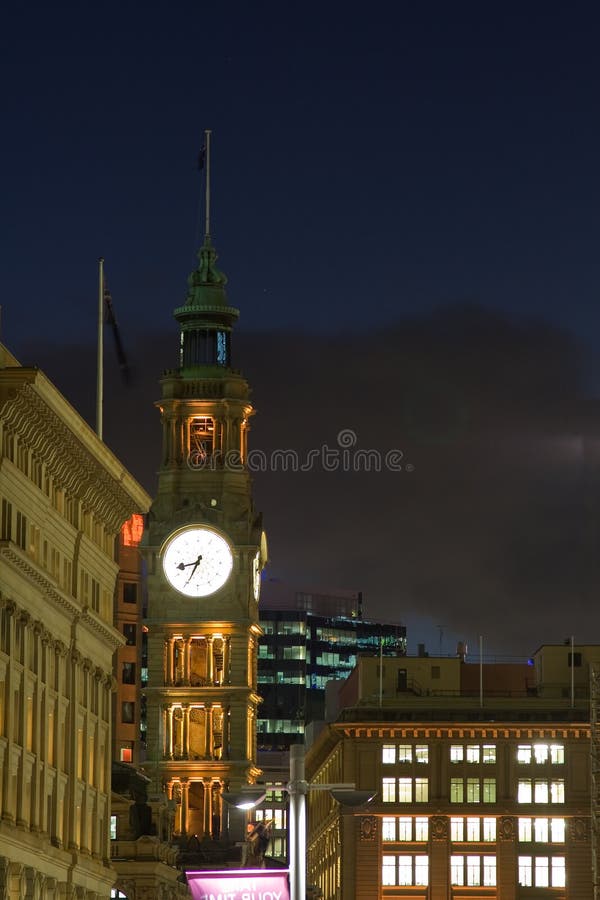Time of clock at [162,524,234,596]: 8:34
